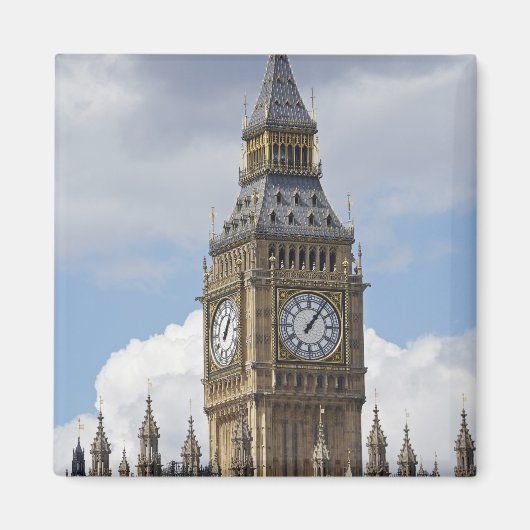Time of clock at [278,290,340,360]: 1:06
